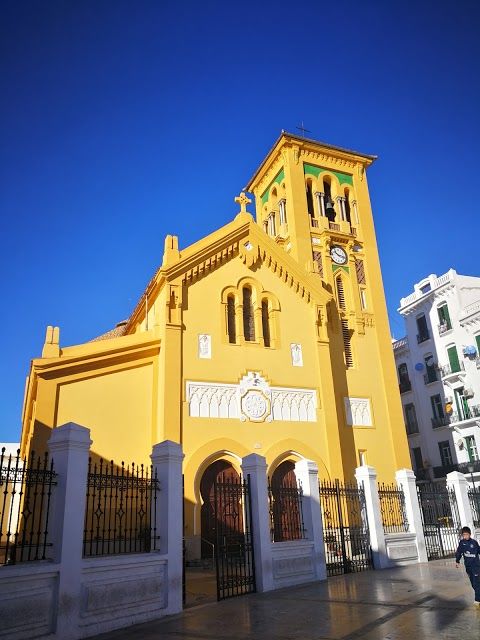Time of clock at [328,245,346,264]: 10:17
